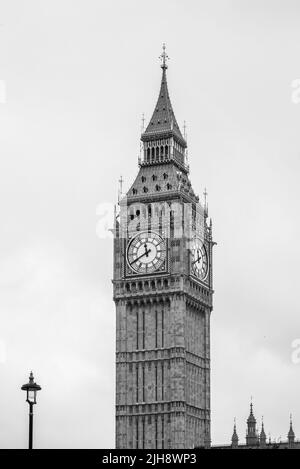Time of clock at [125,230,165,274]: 11:40
